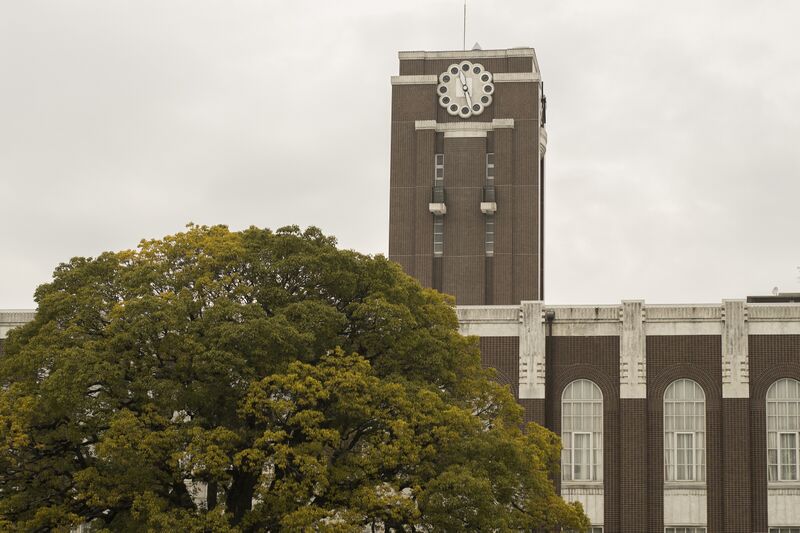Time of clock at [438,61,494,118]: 11:28
